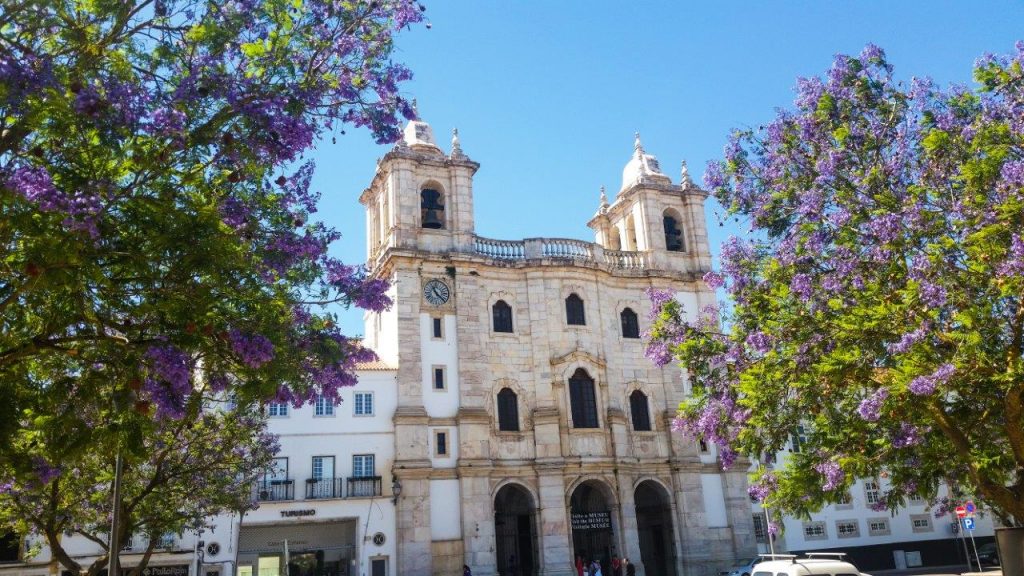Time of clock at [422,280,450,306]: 11:22
